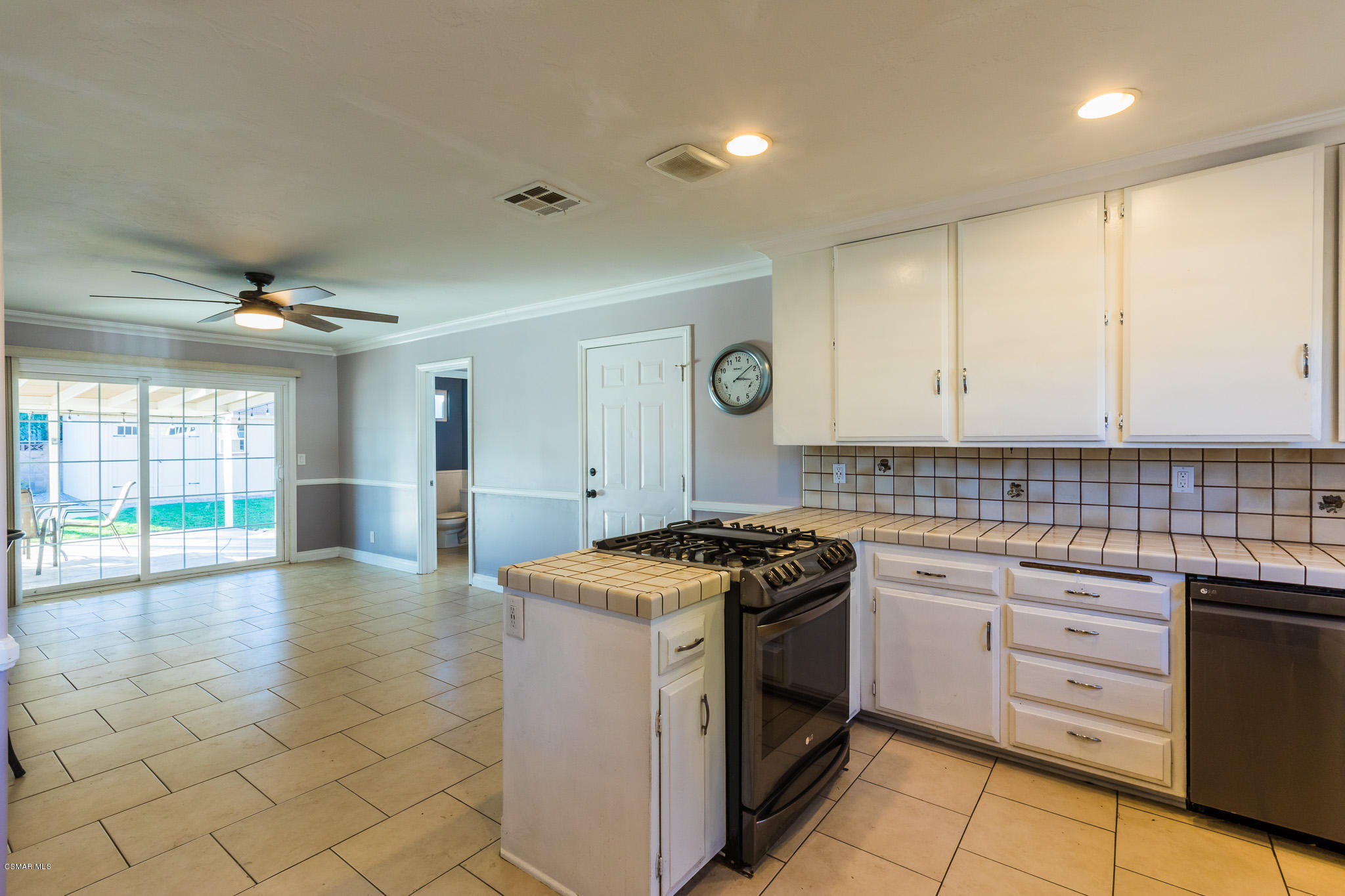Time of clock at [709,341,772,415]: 3:08
